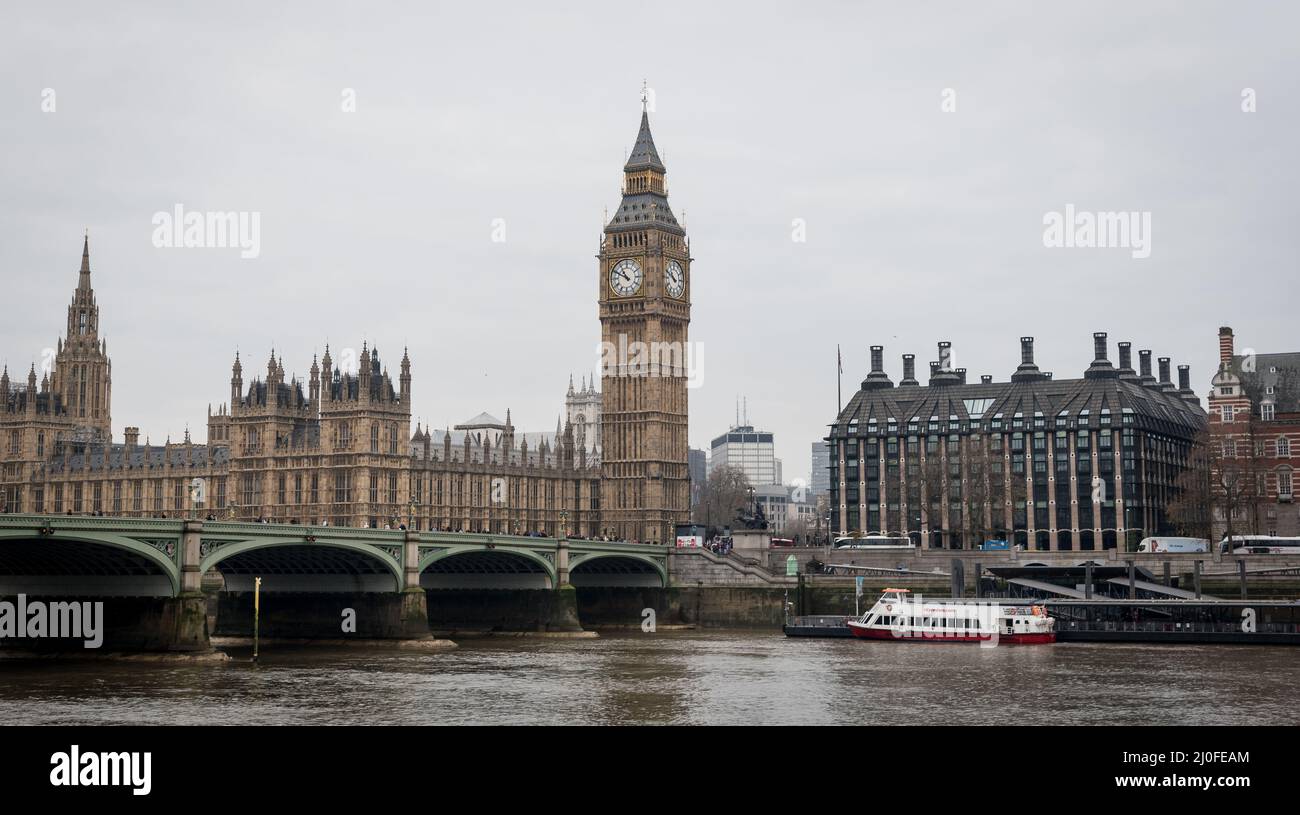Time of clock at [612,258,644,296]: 10:49
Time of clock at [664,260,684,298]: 9:48
